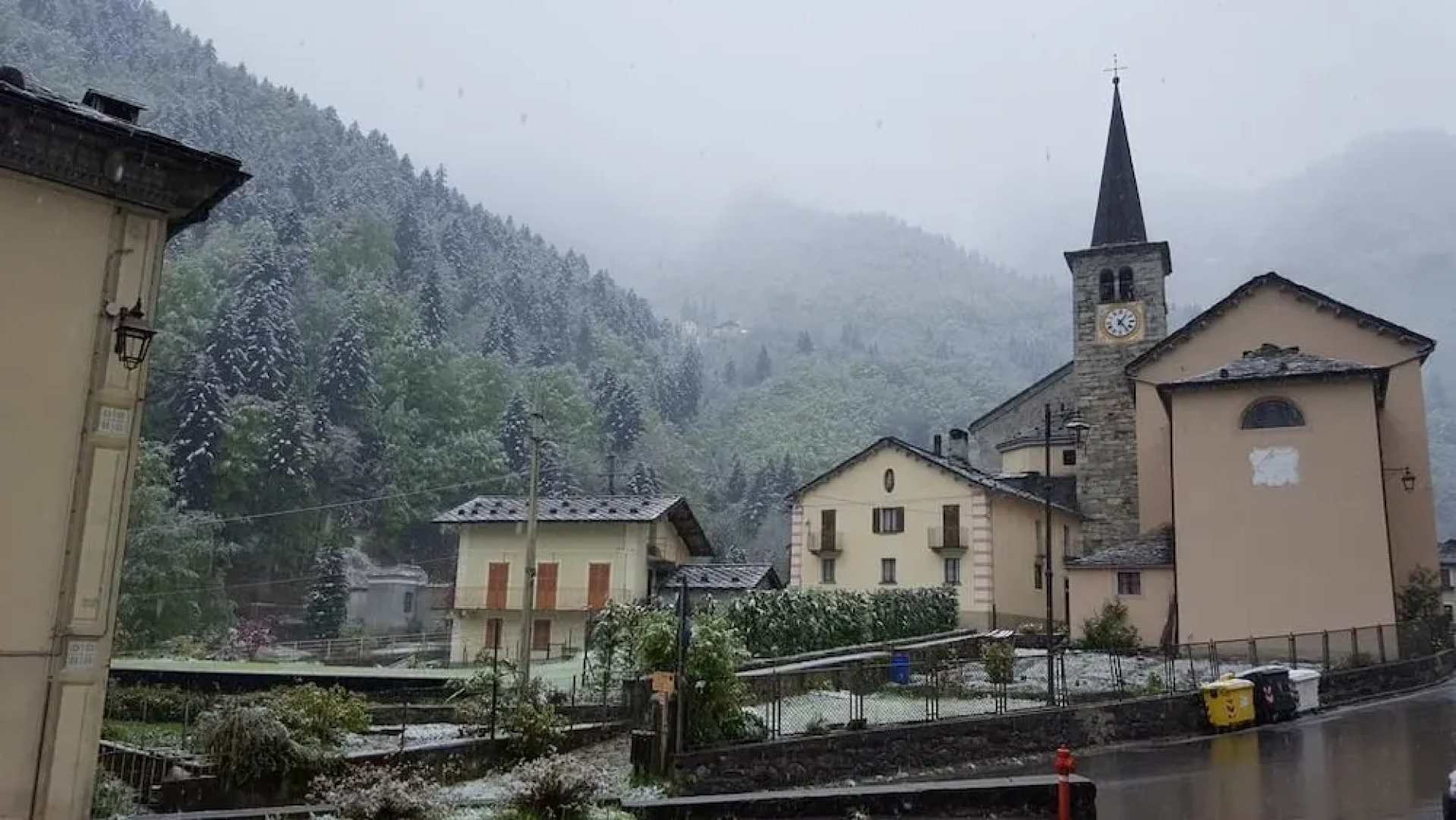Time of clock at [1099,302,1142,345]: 1:23
